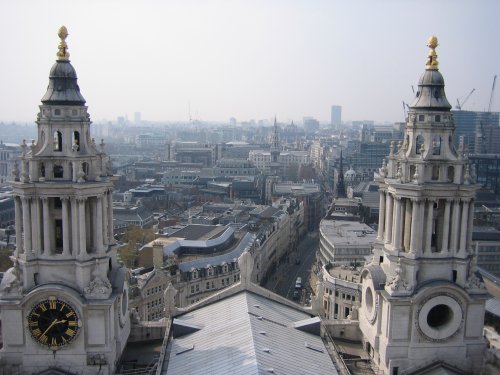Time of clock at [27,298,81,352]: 2:36
